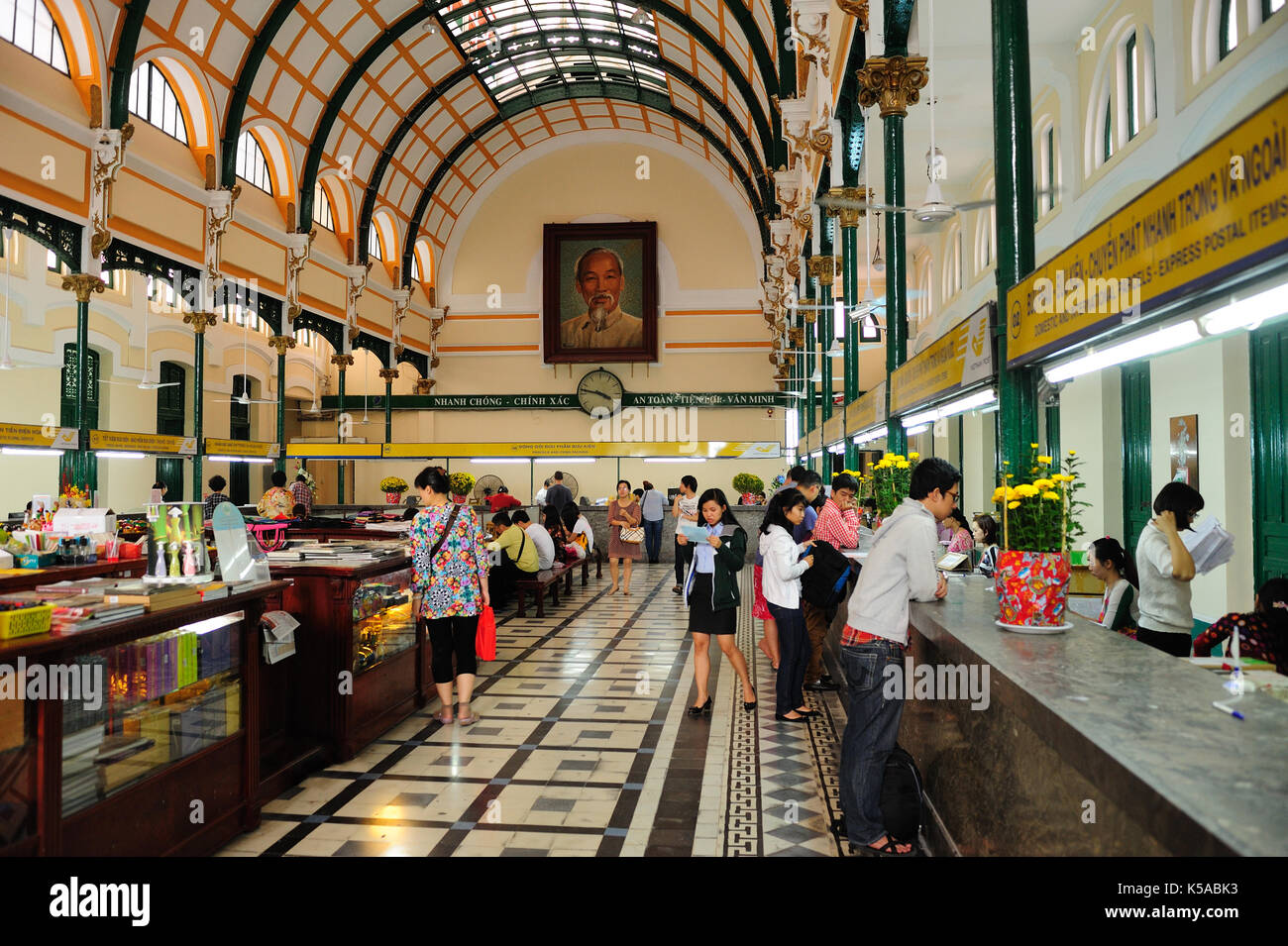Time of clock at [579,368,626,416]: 3:46
